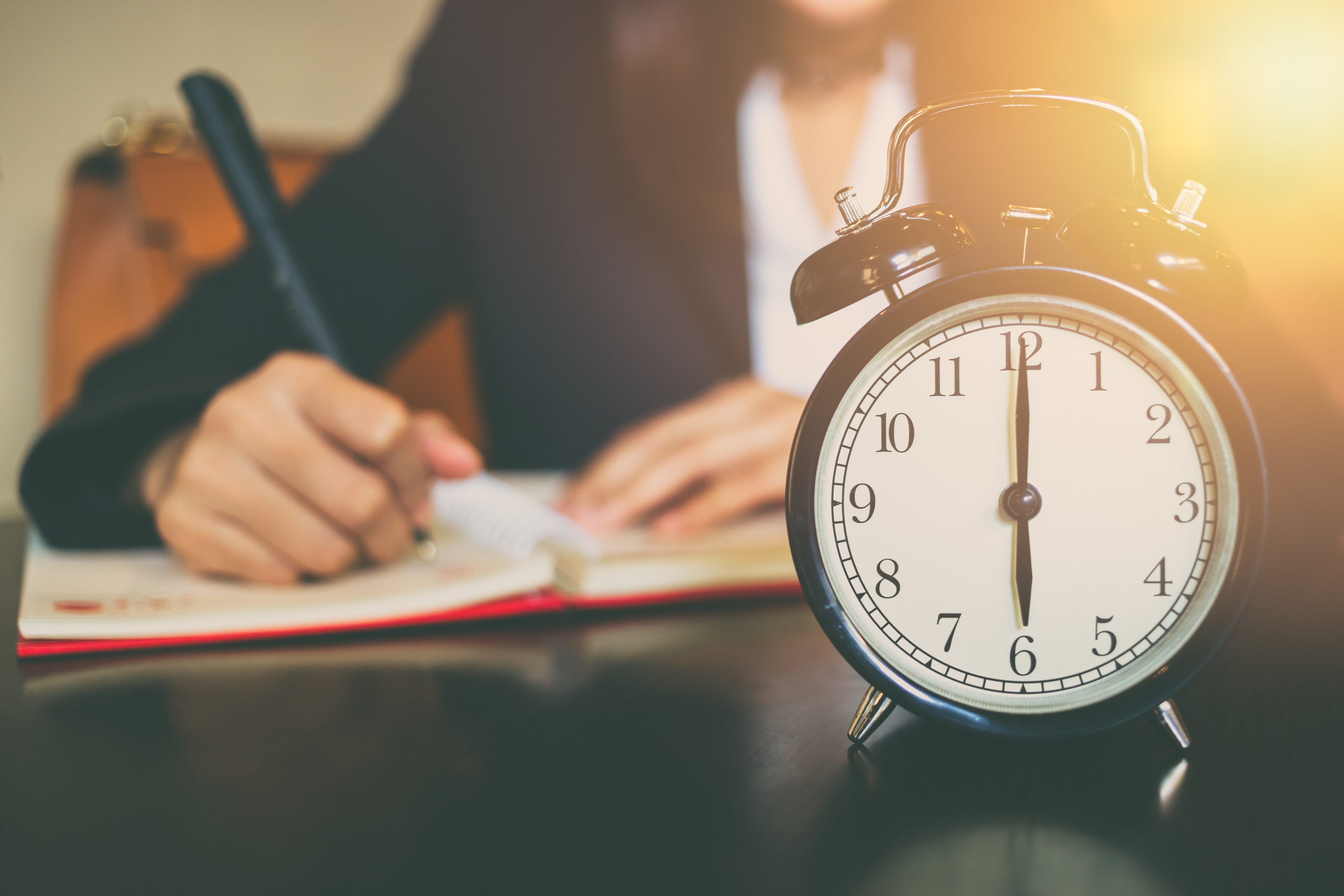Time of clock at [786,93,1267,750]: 6:00
